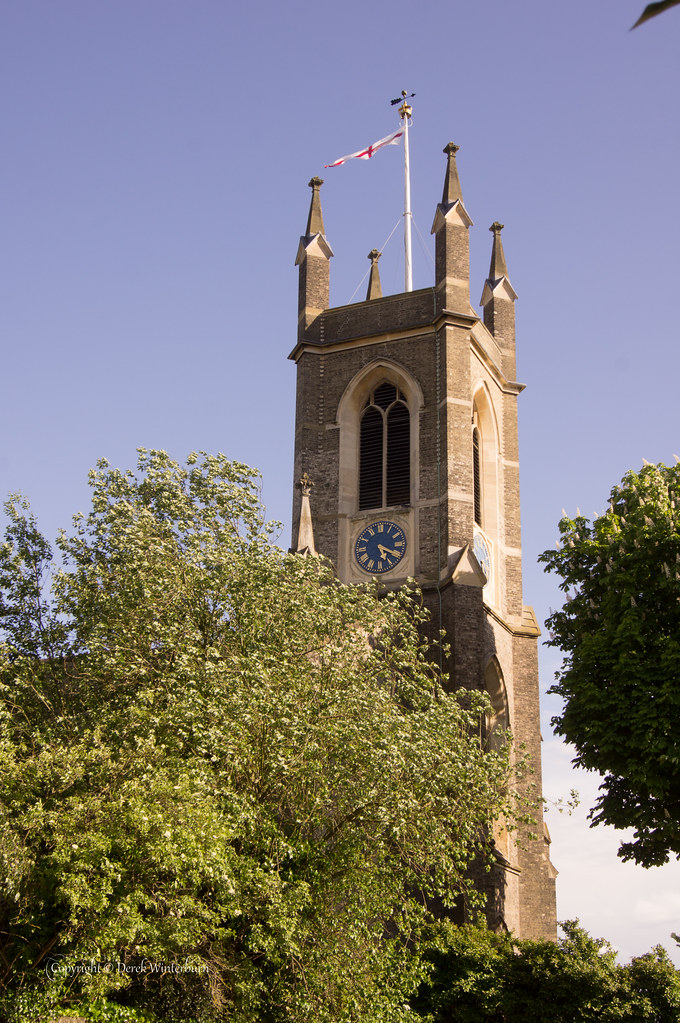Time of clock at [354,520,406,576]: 5:19
